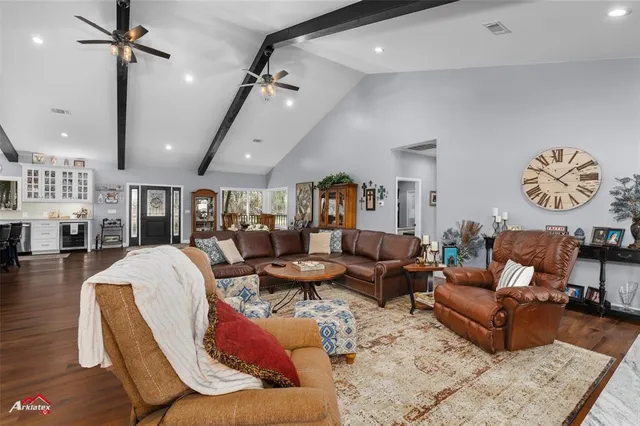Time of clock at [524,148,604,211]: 1:51
